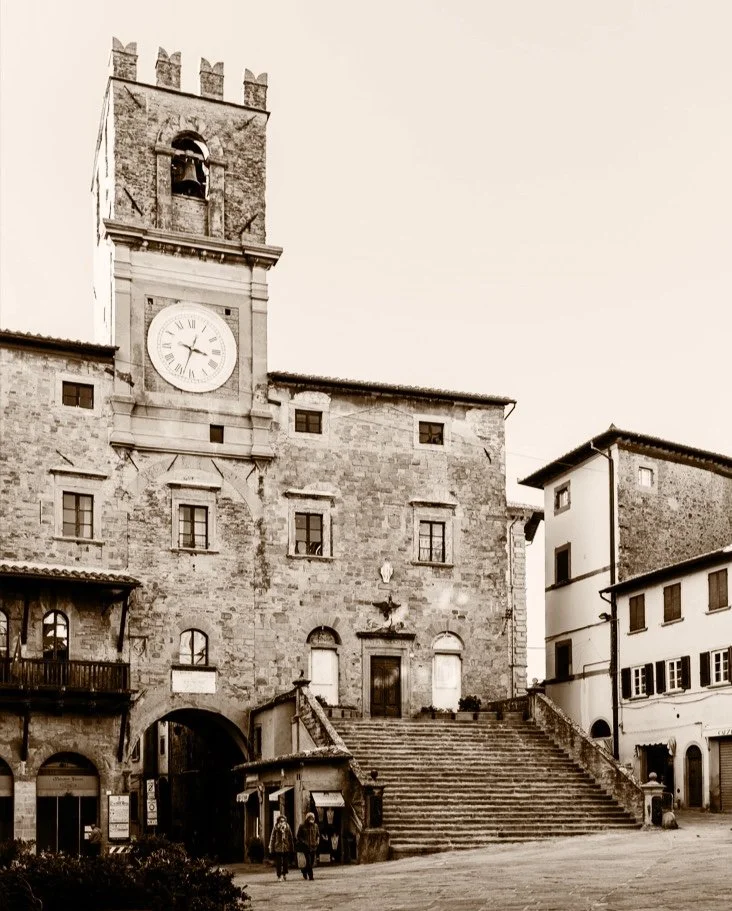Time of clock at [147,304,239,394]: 3:33
